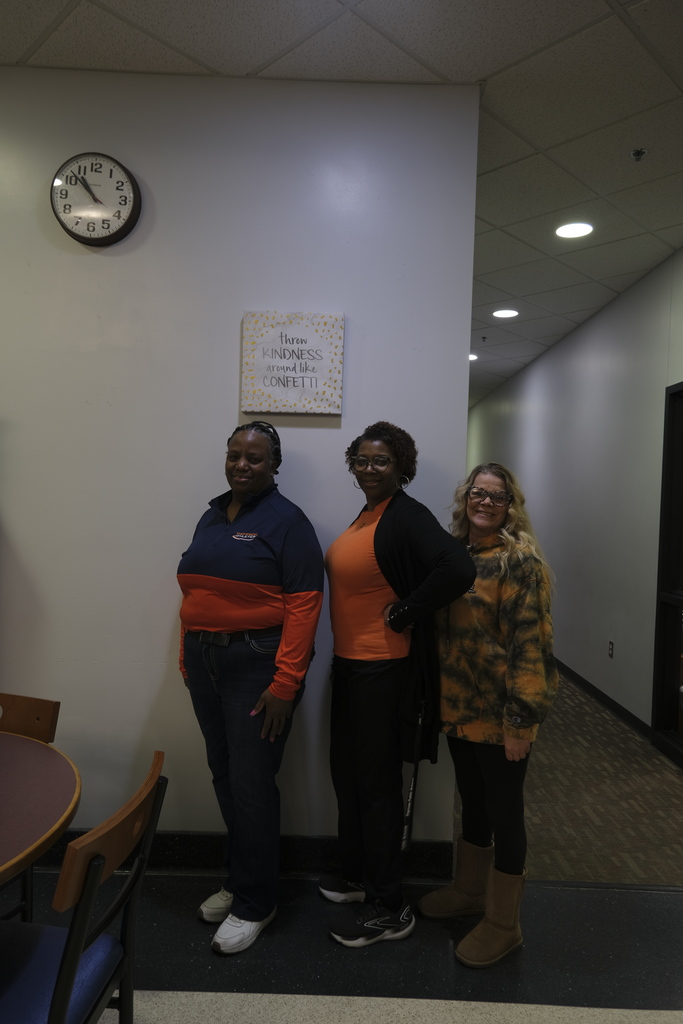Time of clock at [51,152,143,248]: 10:52
